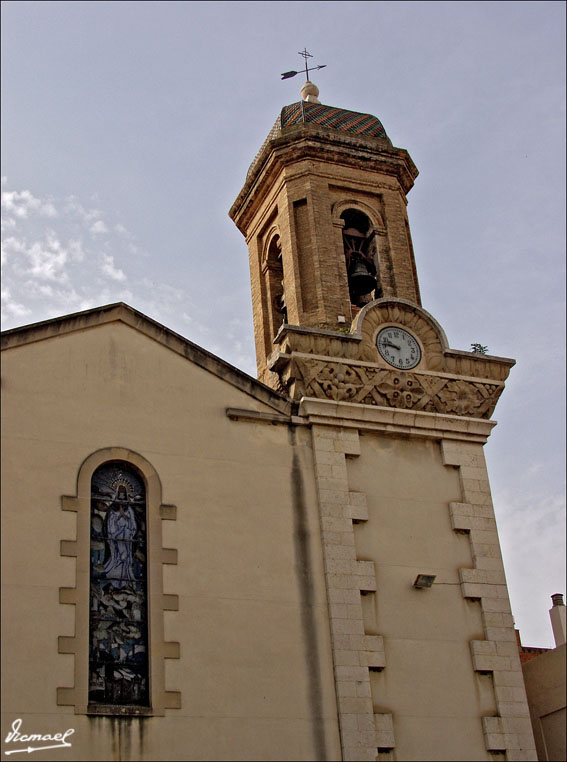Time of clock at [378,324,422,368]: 9:45
